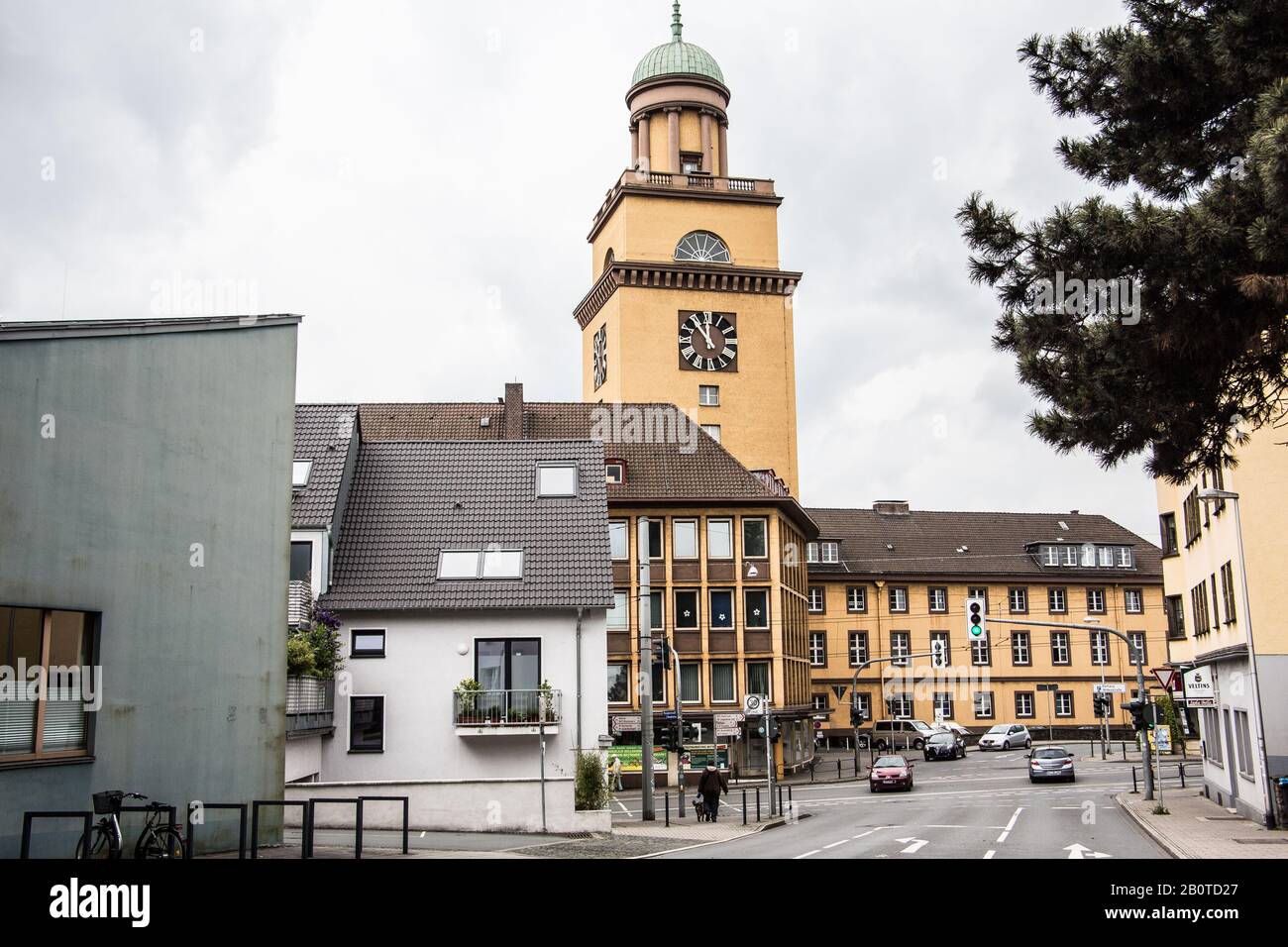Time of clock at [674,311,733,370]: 11:53
